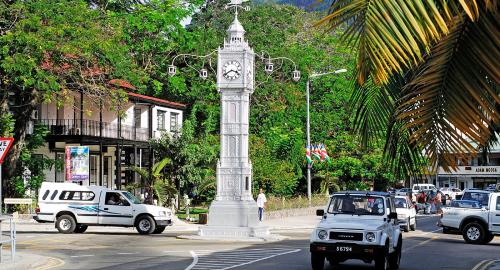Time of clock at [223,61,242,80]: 3:40
